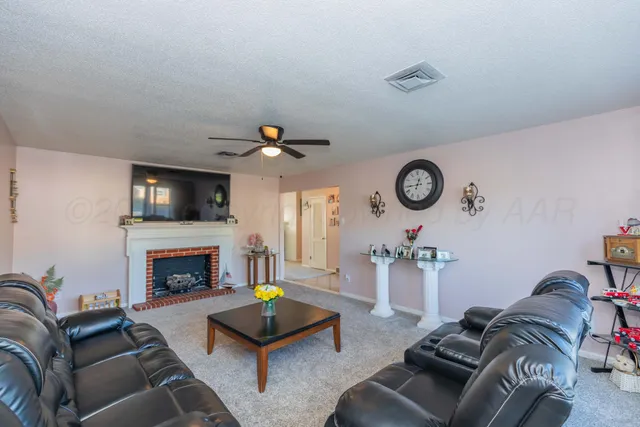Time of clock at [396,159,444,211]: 12:44
